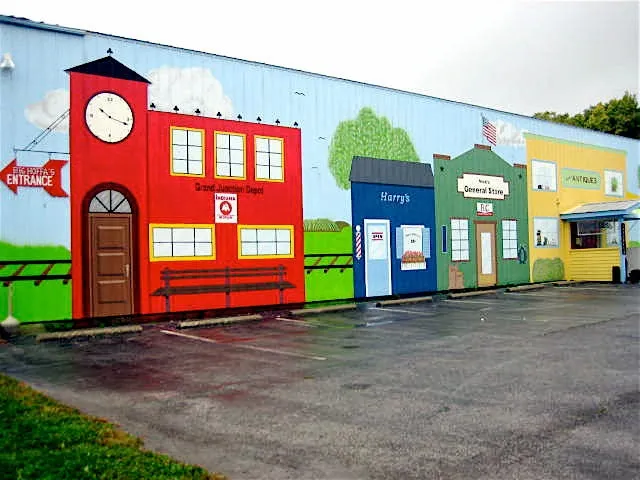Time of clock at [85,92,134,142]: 10:18
